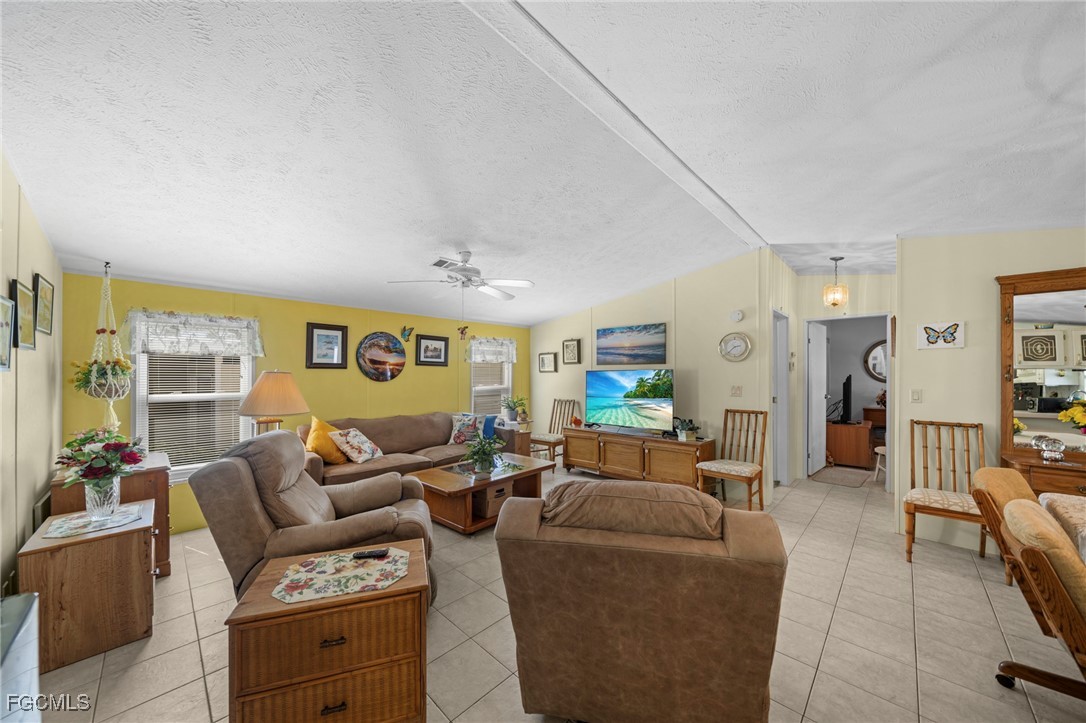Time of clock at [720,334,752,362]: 2:37
